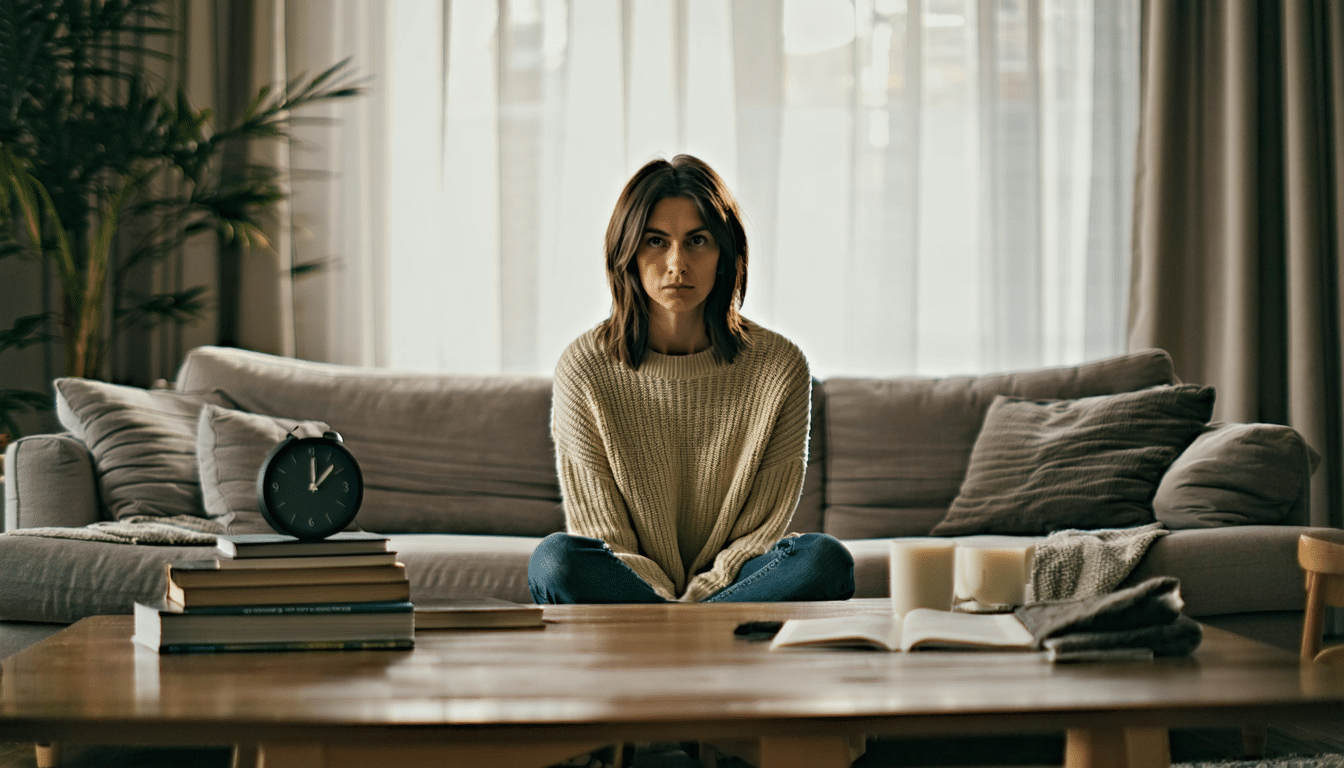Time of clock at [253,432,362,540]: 12:07
